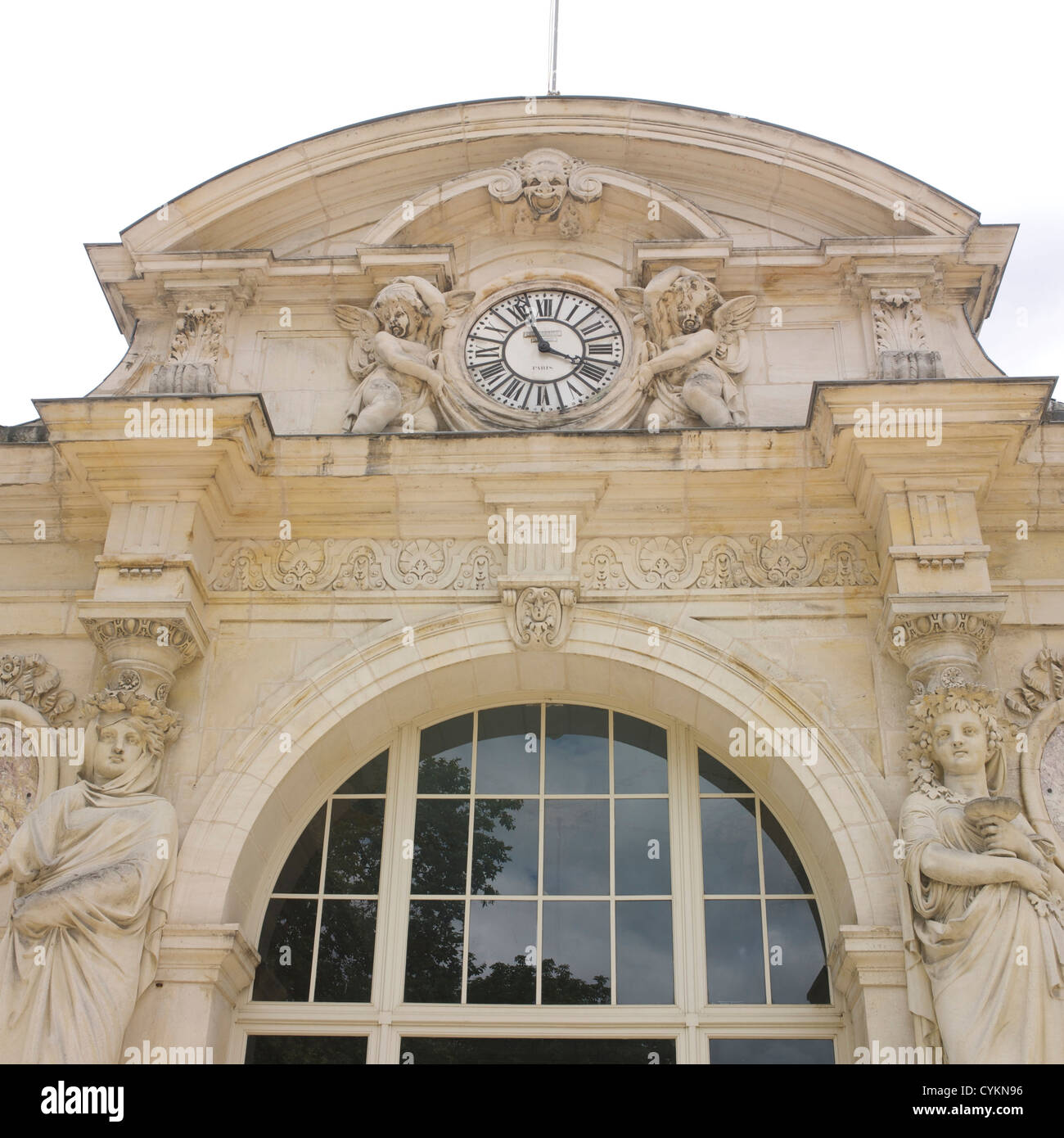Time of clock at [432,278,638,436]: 11:18
